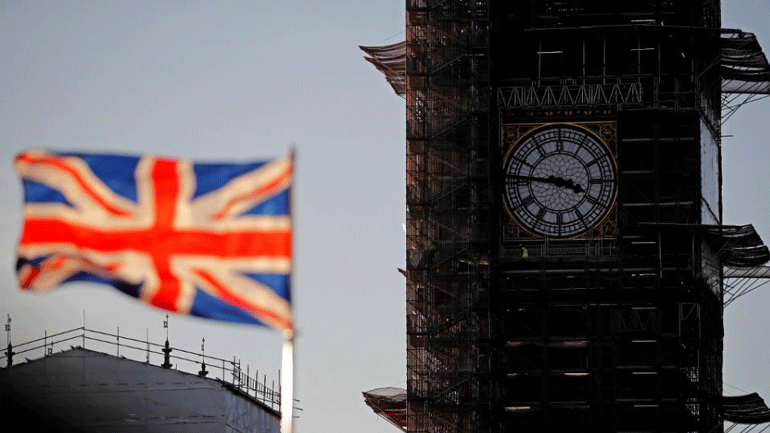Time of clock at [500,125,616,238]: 3:45
